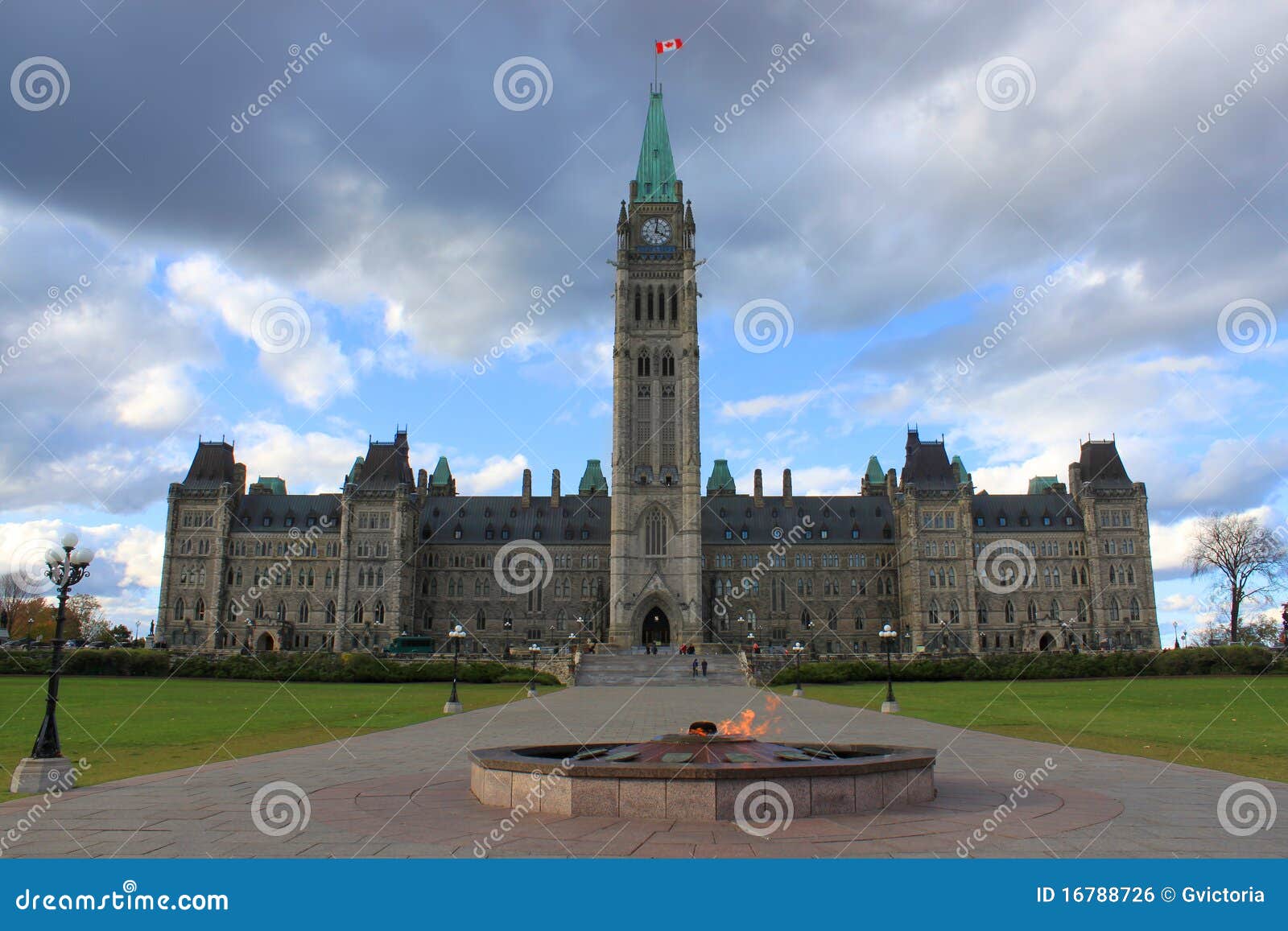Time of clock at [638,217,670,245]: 4:01
